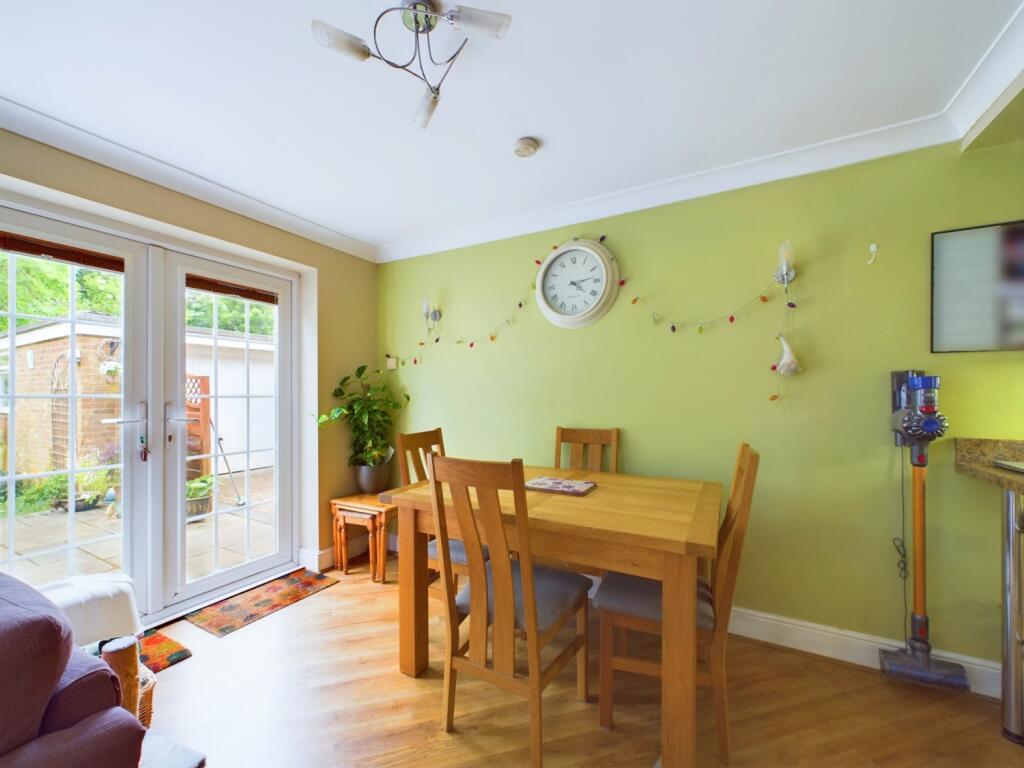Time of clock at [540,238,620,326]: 4:13
